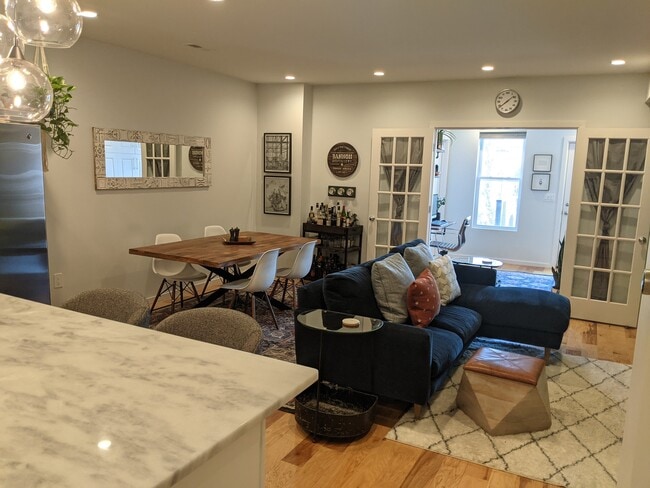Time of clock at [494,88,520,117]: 1:38
